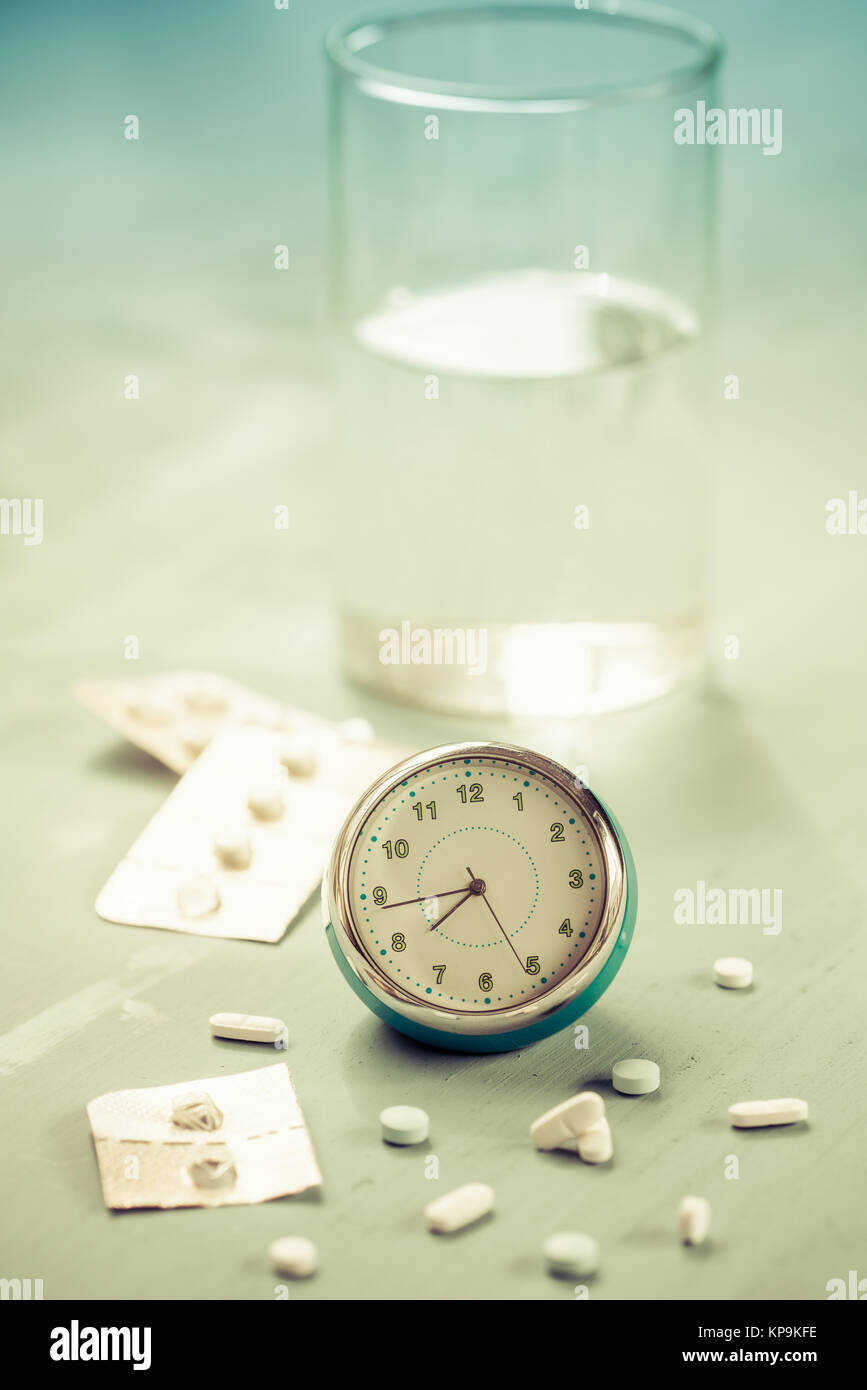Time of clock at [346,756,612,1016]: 7:43
